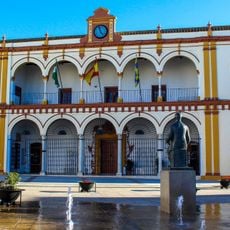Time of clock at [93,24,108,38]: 4:57
